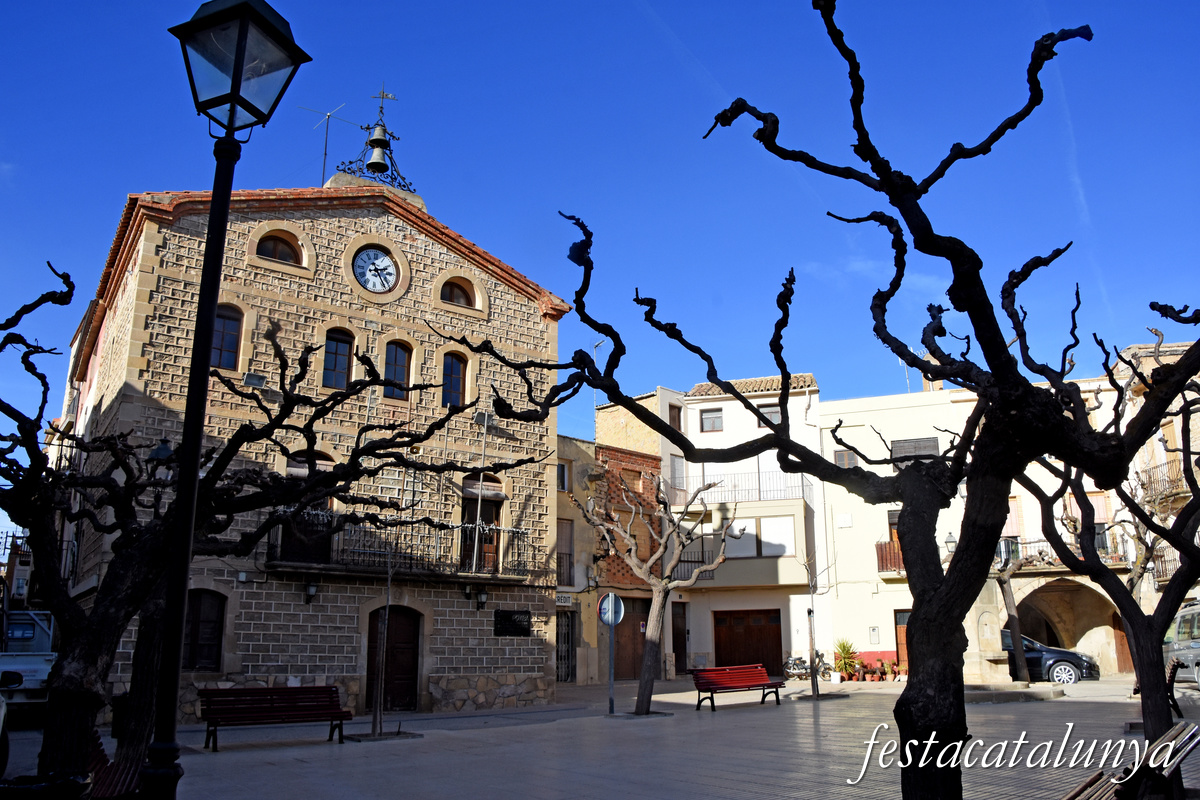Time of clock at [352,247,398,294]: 2:24
